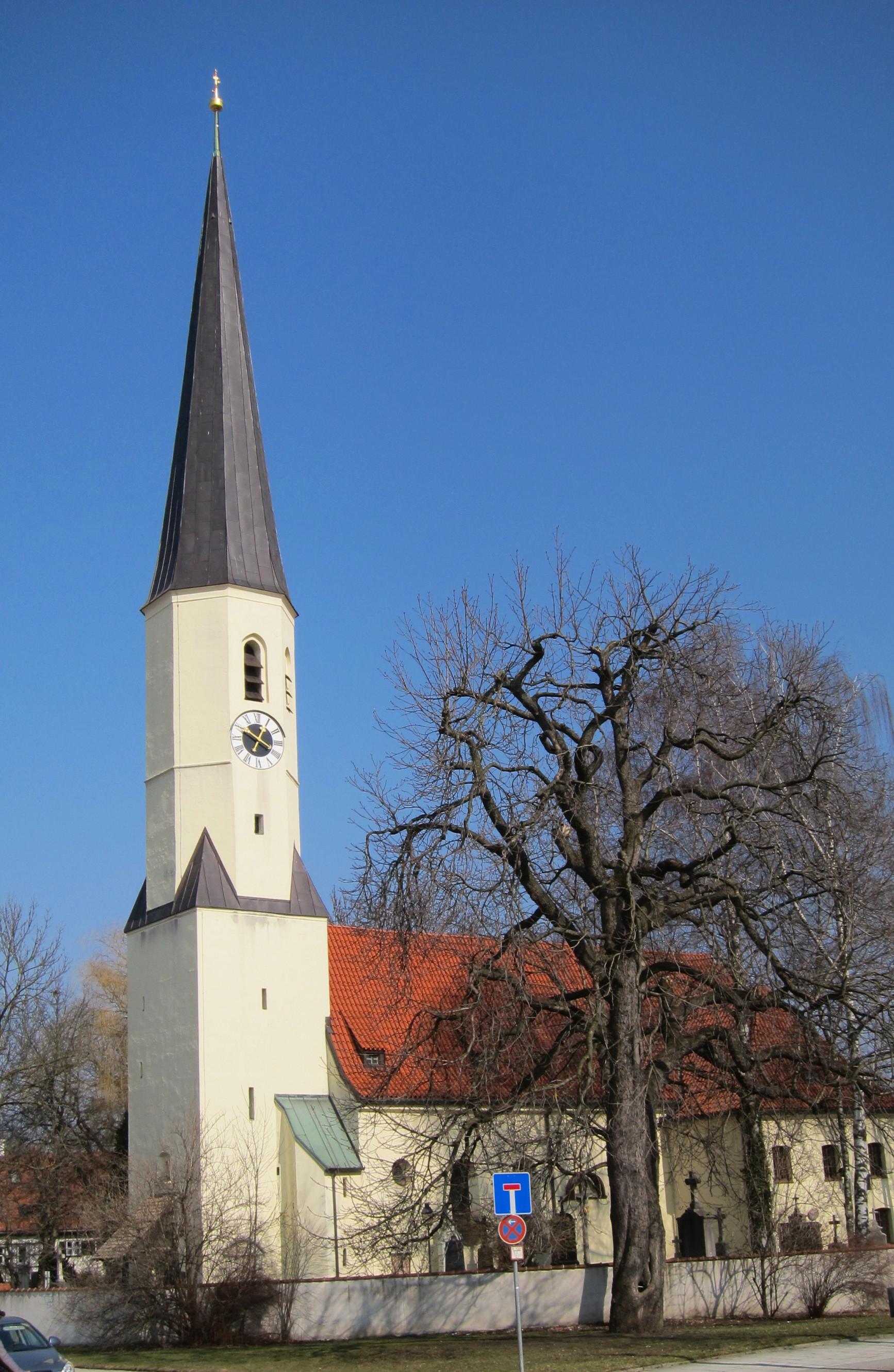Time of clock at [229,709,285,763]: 12:49
